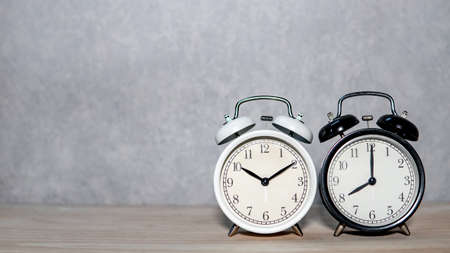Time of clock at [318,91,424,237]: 8:00
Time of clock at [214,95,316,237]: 10:09
